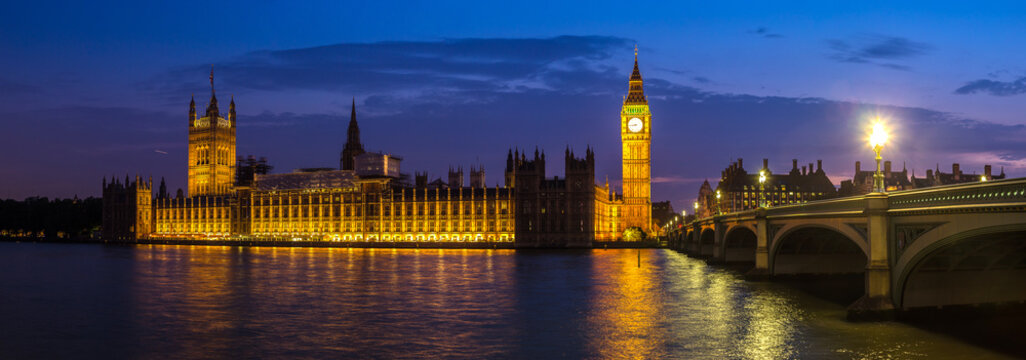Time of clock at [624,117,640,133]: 8:43
